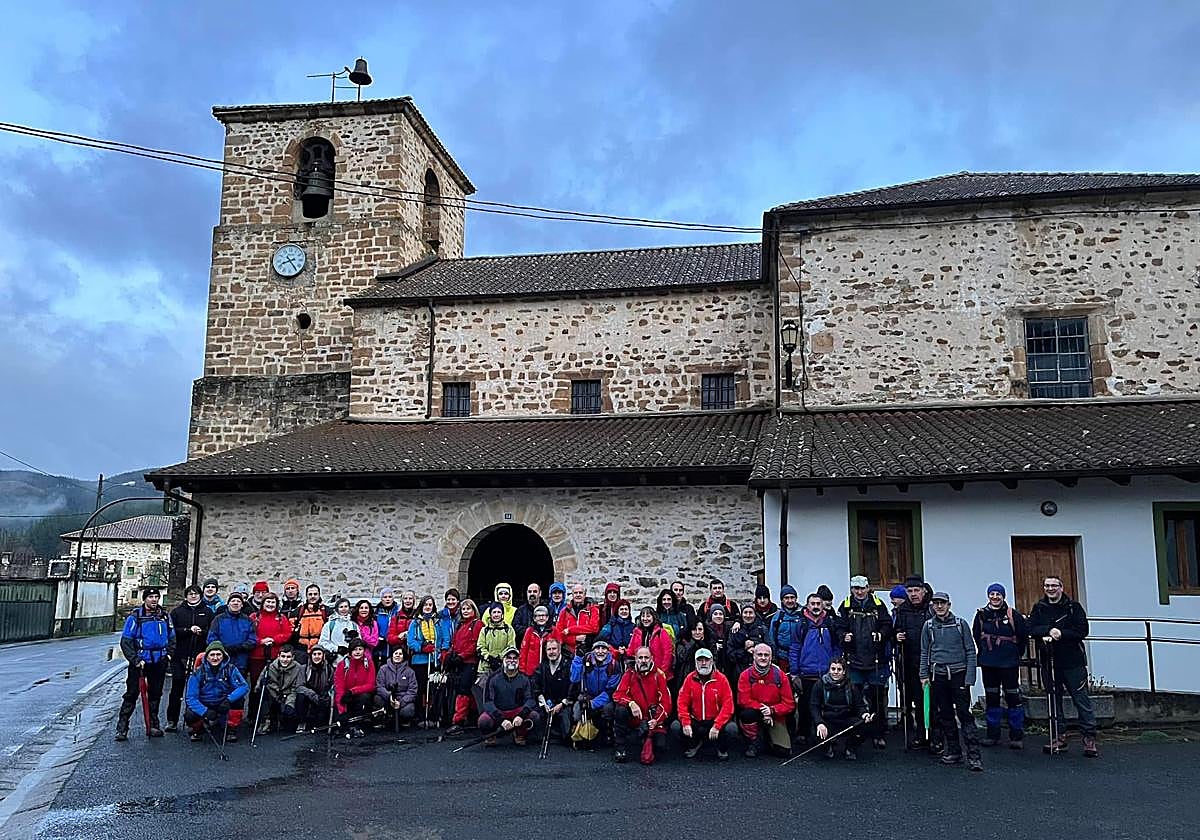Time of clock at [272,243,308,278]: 8:24
